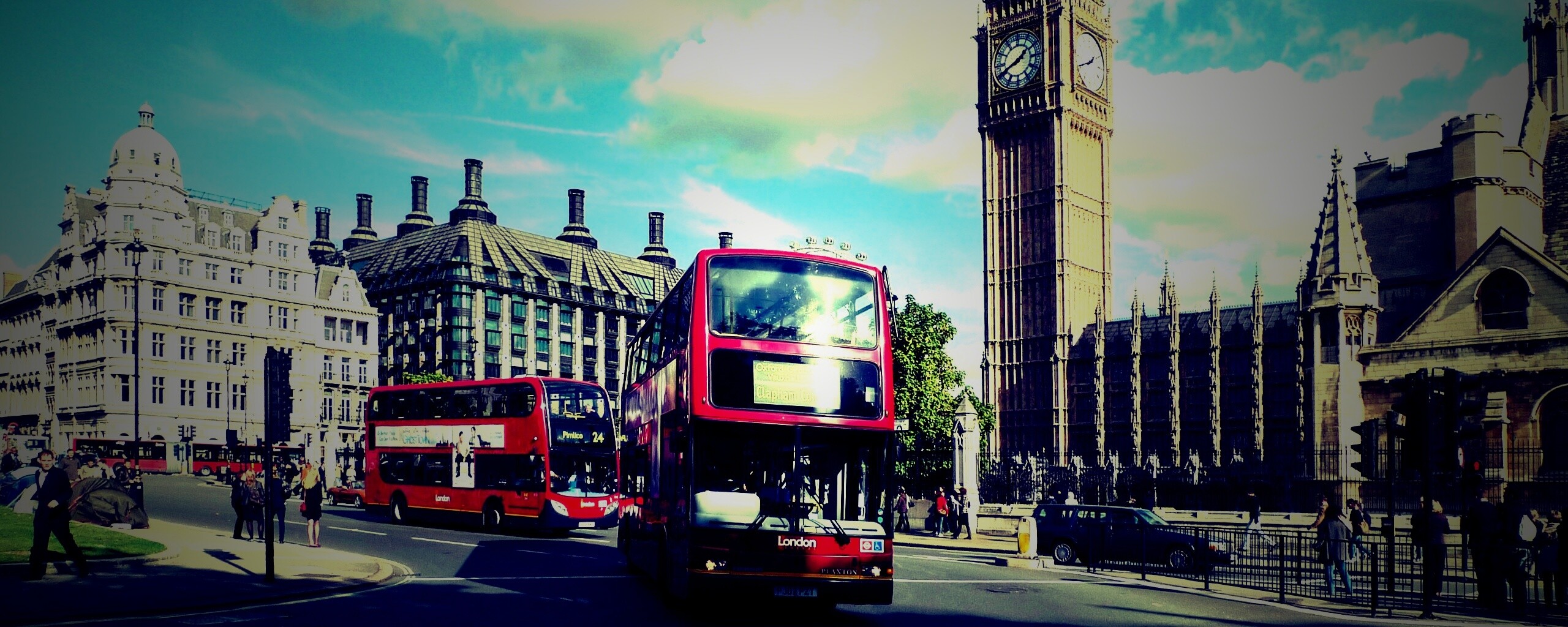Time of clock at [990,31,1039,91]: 1:41
